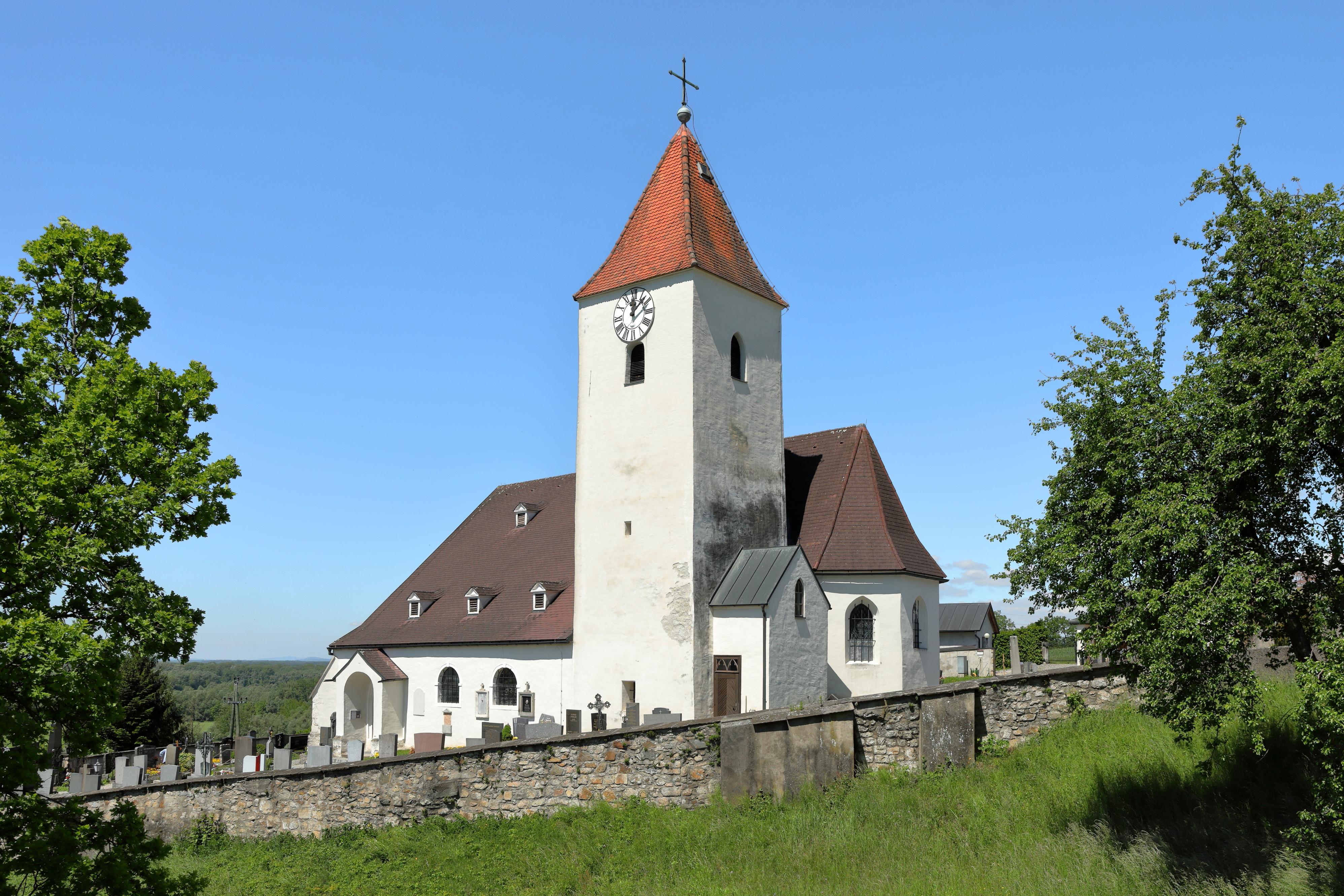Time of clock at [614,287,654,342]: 12:07
